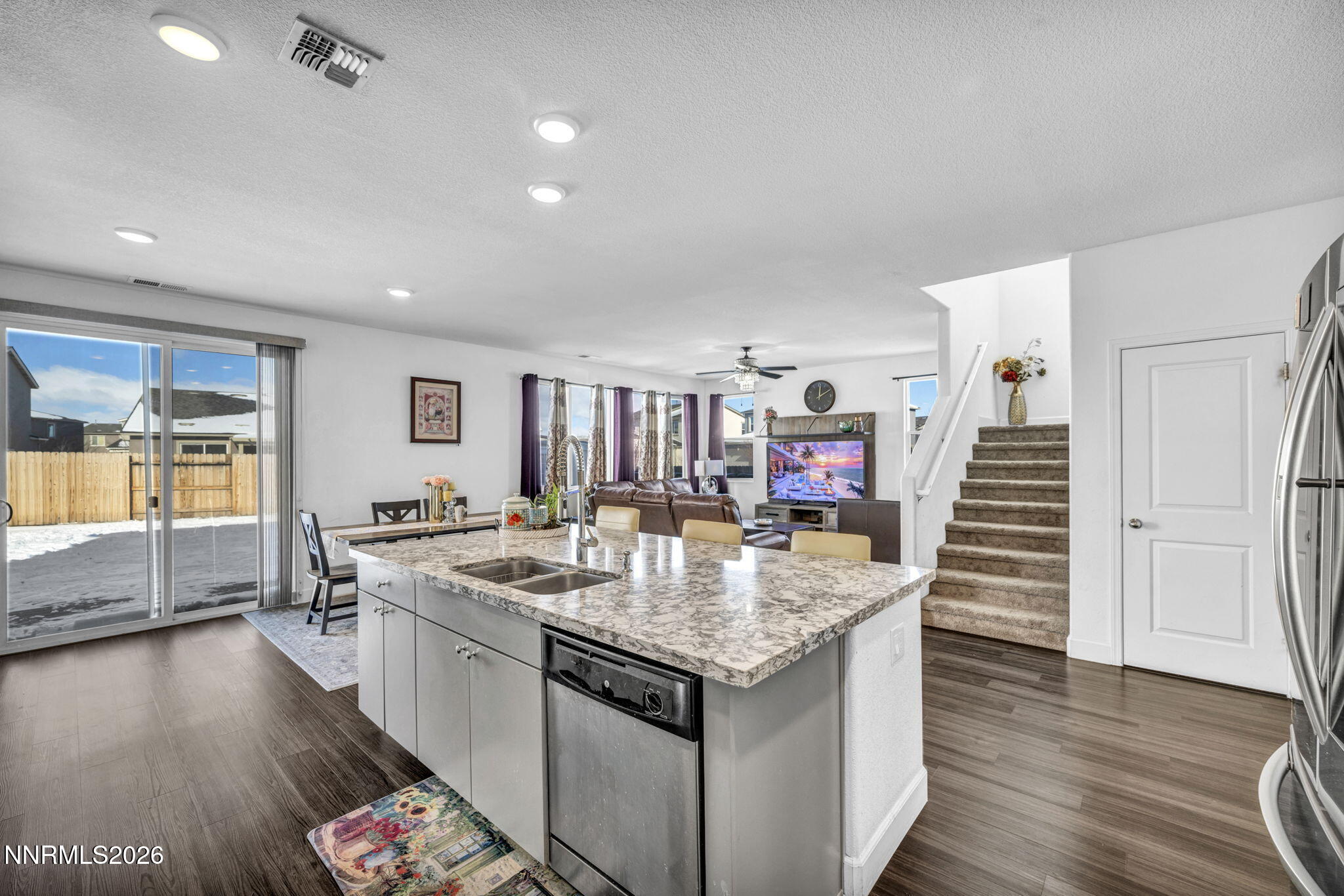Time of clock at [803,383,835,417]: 12:10
